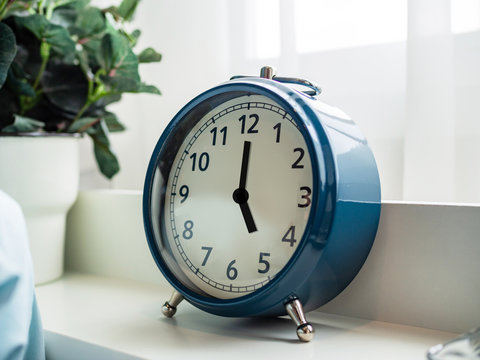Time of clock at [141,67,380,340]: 5:00
